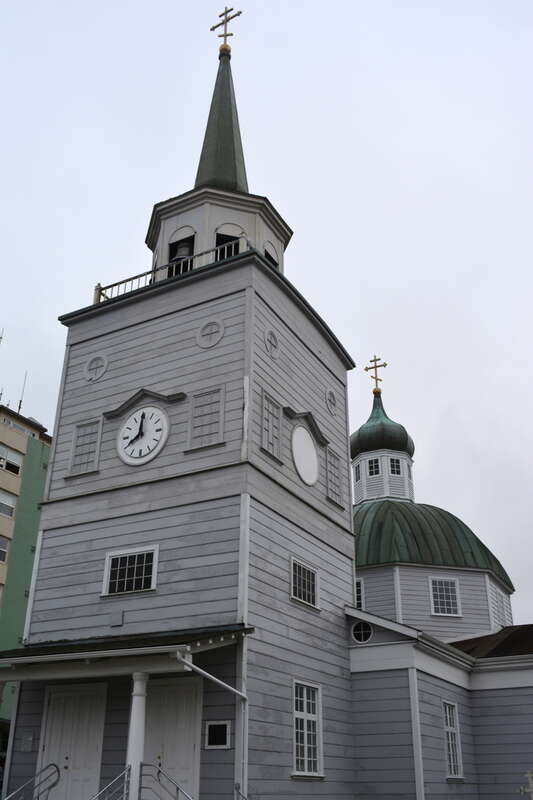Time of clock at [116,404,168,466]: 8:00
